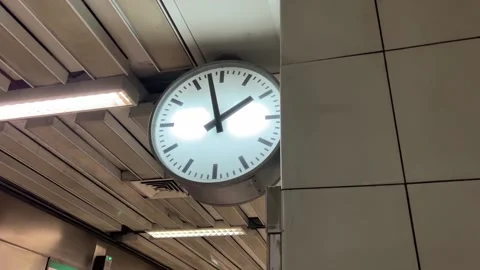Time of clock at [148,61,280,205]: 1:57
